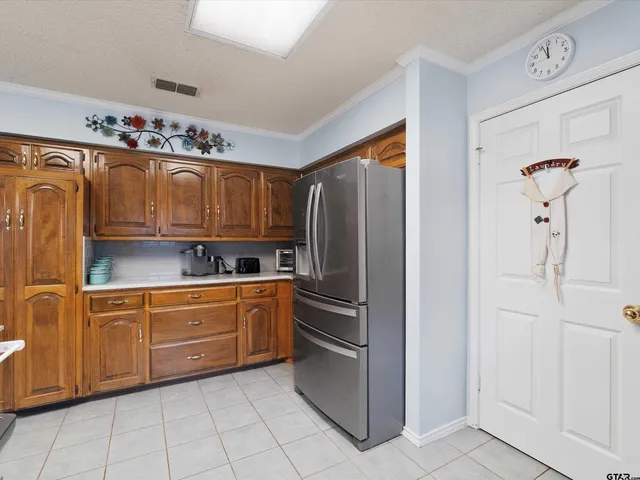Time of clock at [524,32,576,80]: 11:56
